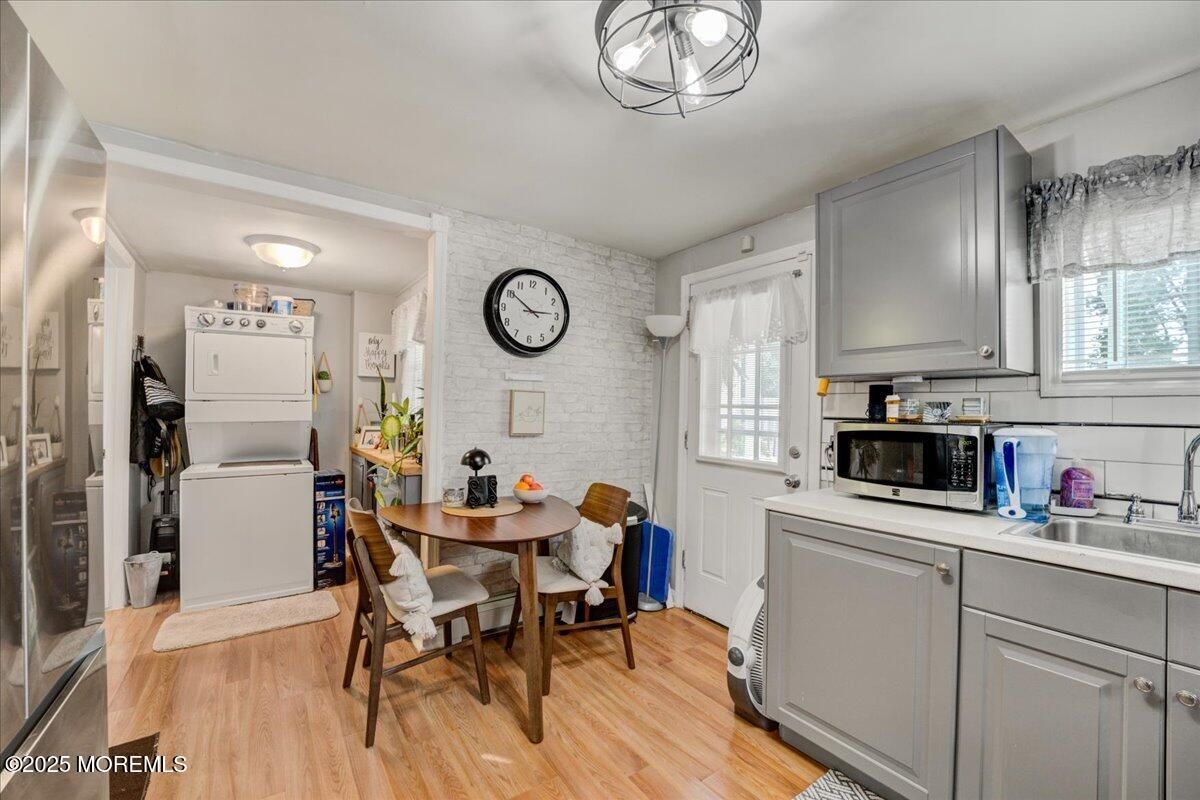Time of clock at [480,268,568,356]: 2:50
